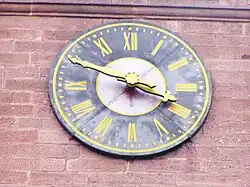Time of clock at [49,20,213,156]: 3:49
